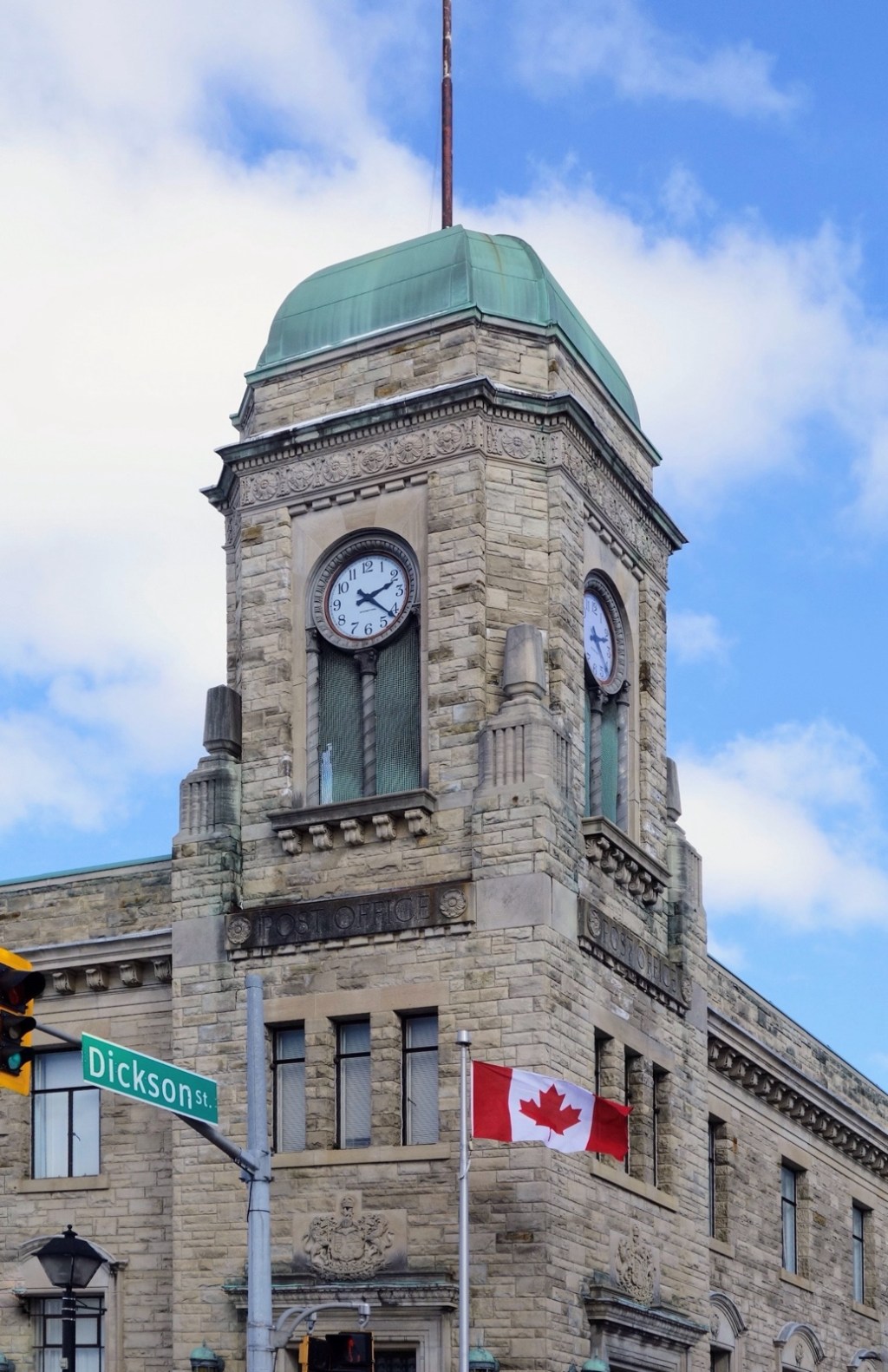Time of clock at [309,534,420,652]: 2:21
